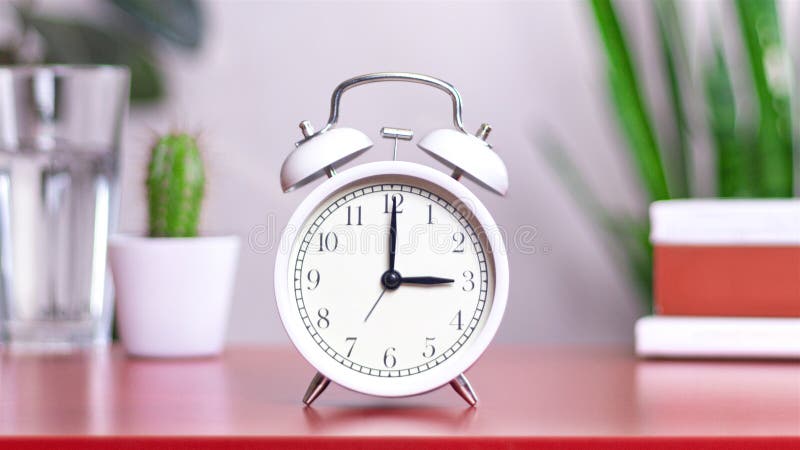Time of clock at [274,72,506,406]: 3:00
